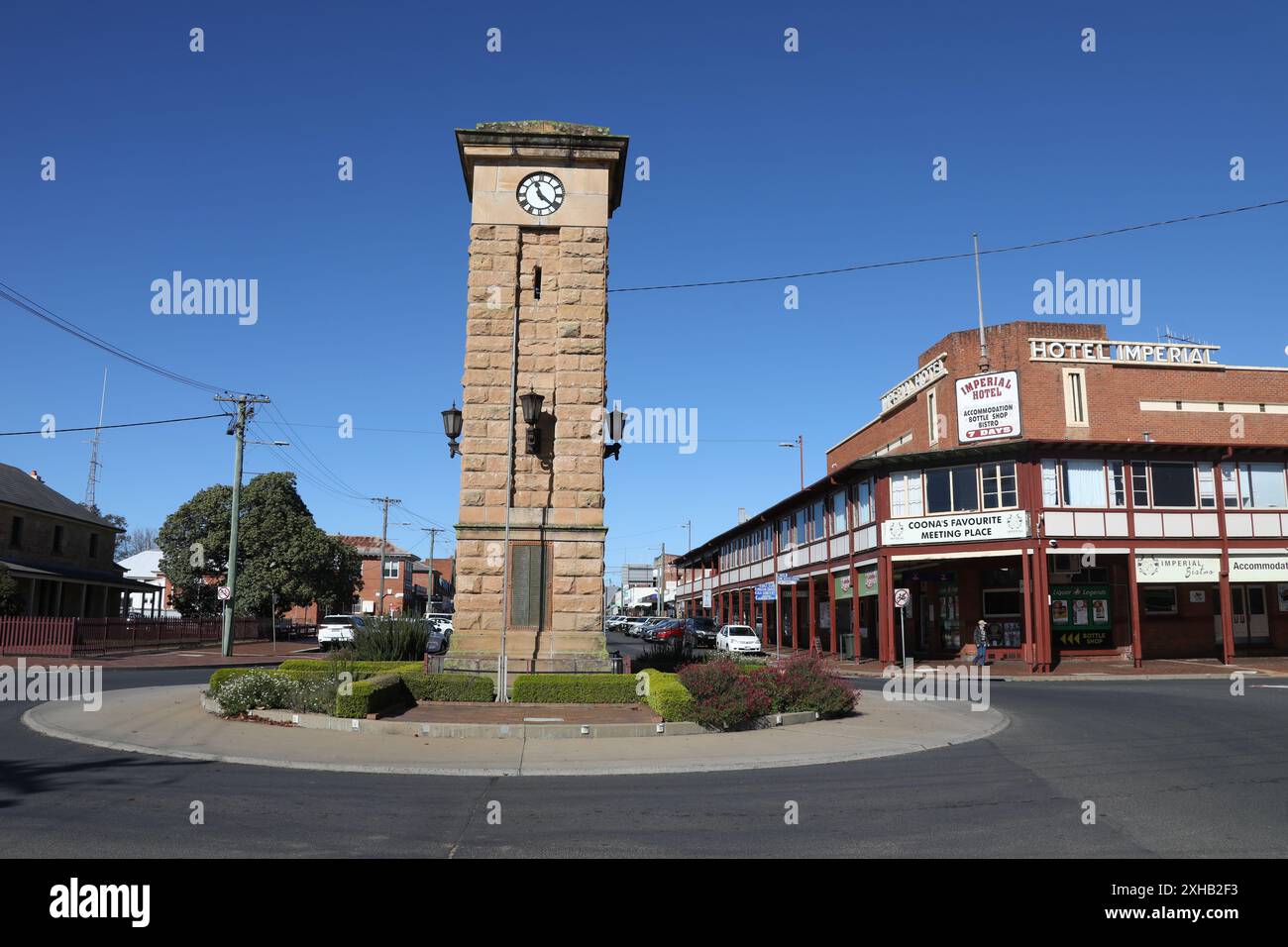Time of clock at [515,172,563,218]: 11:21
